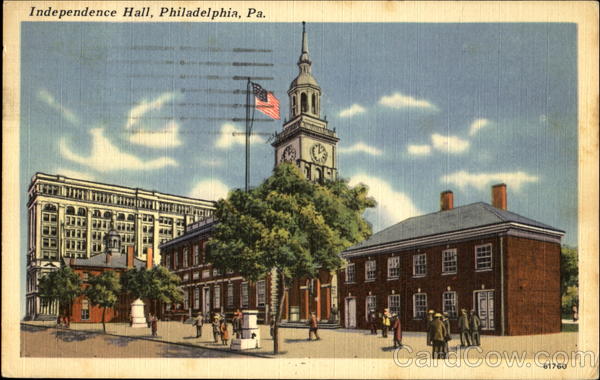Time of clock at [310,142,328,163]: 2:00
